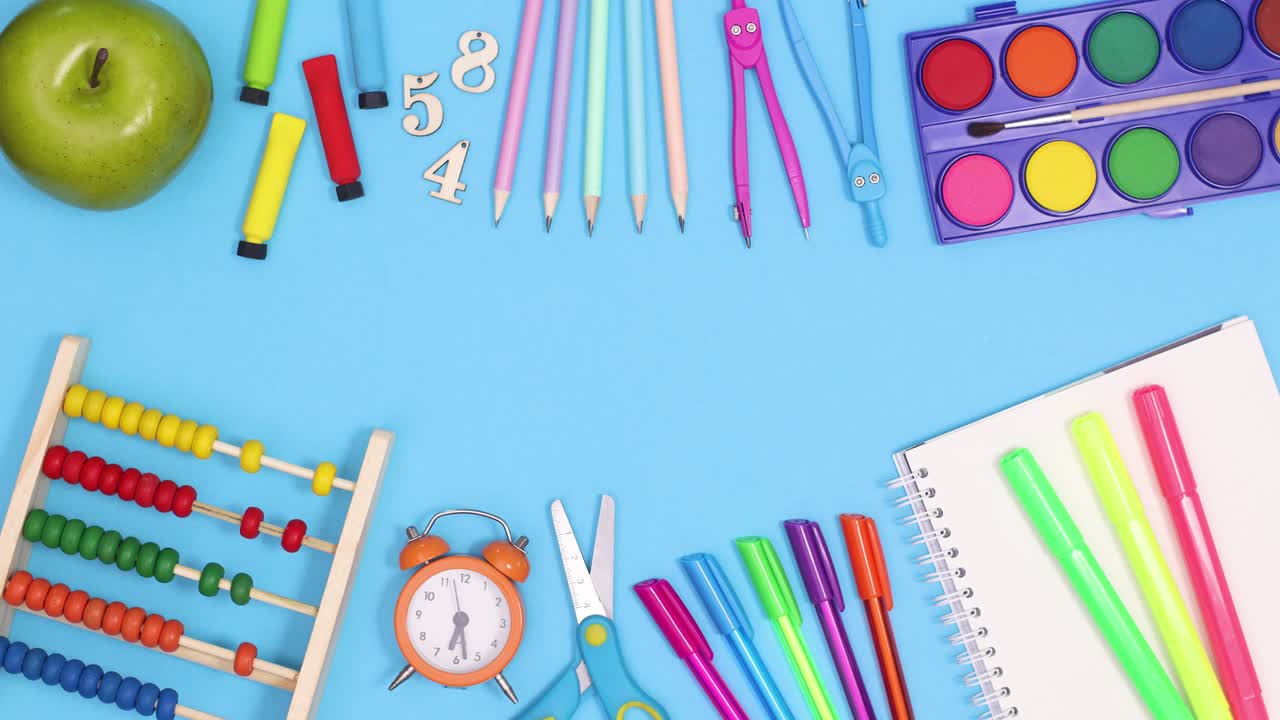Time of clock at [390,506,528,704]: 6:28
